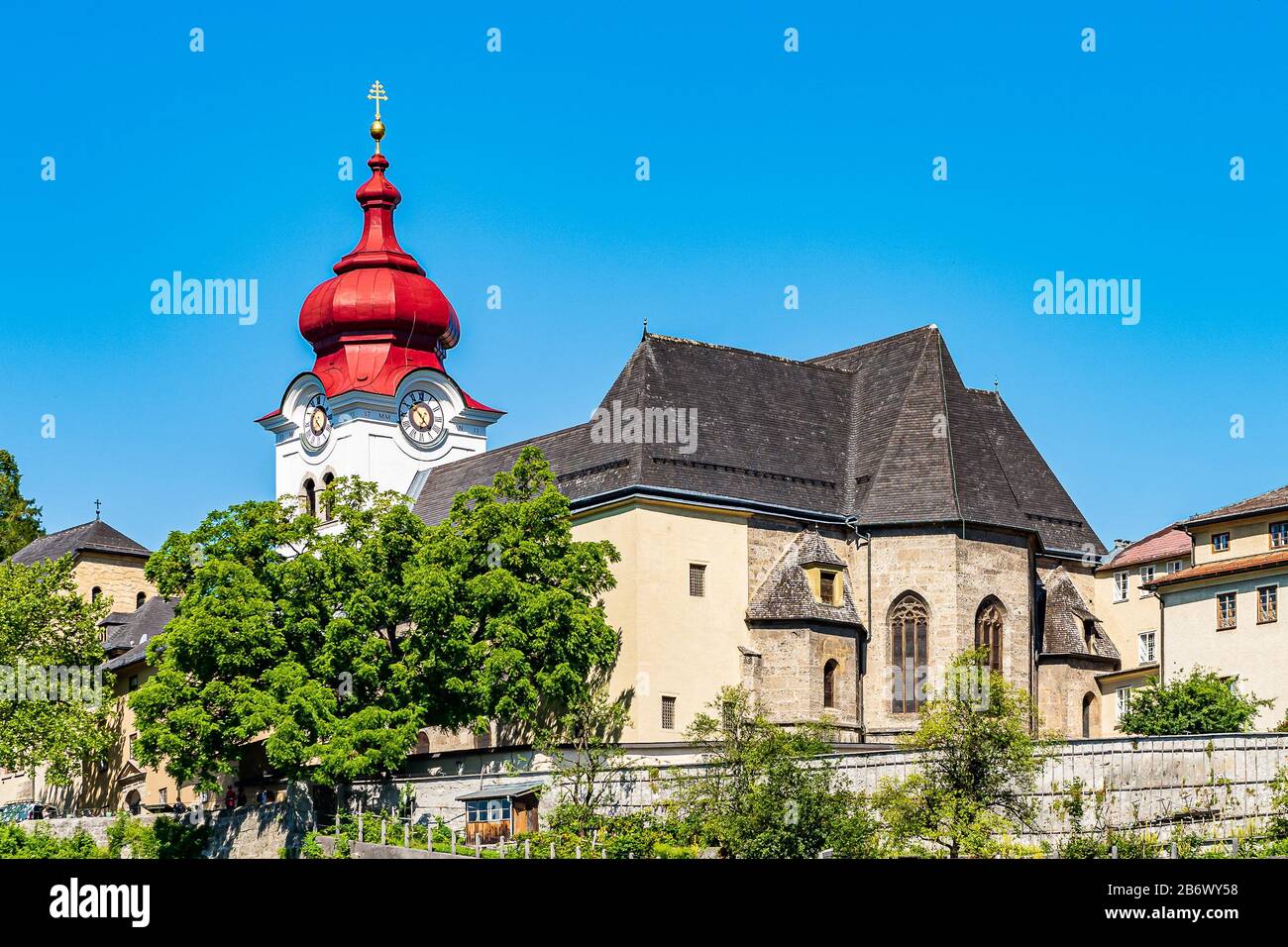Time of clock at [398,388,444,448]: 4:52
